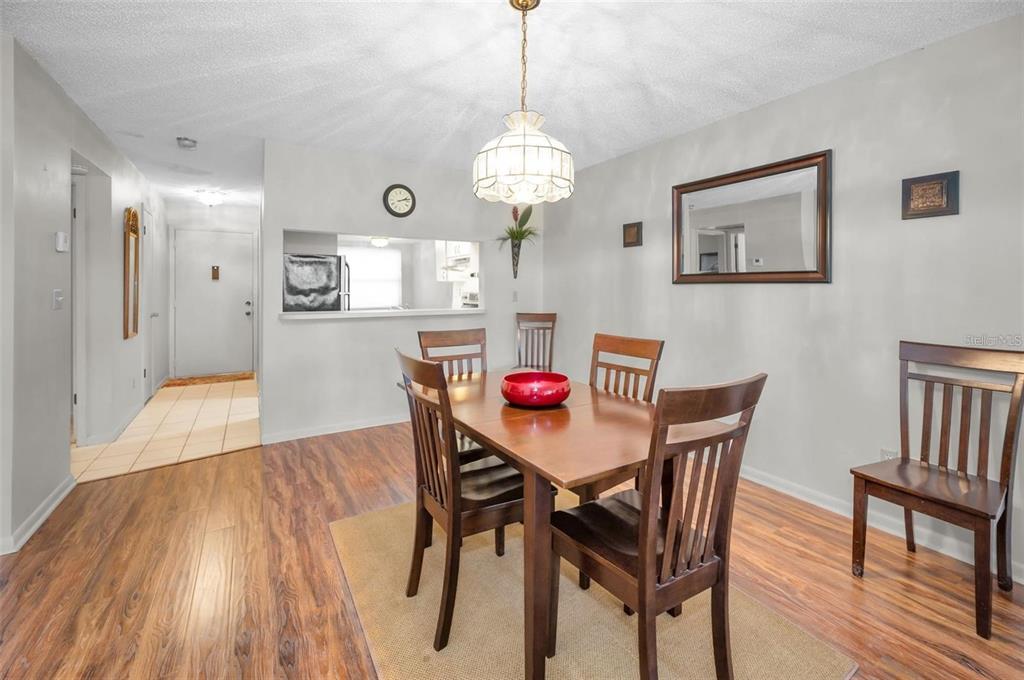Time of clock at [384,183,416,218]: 2:12
